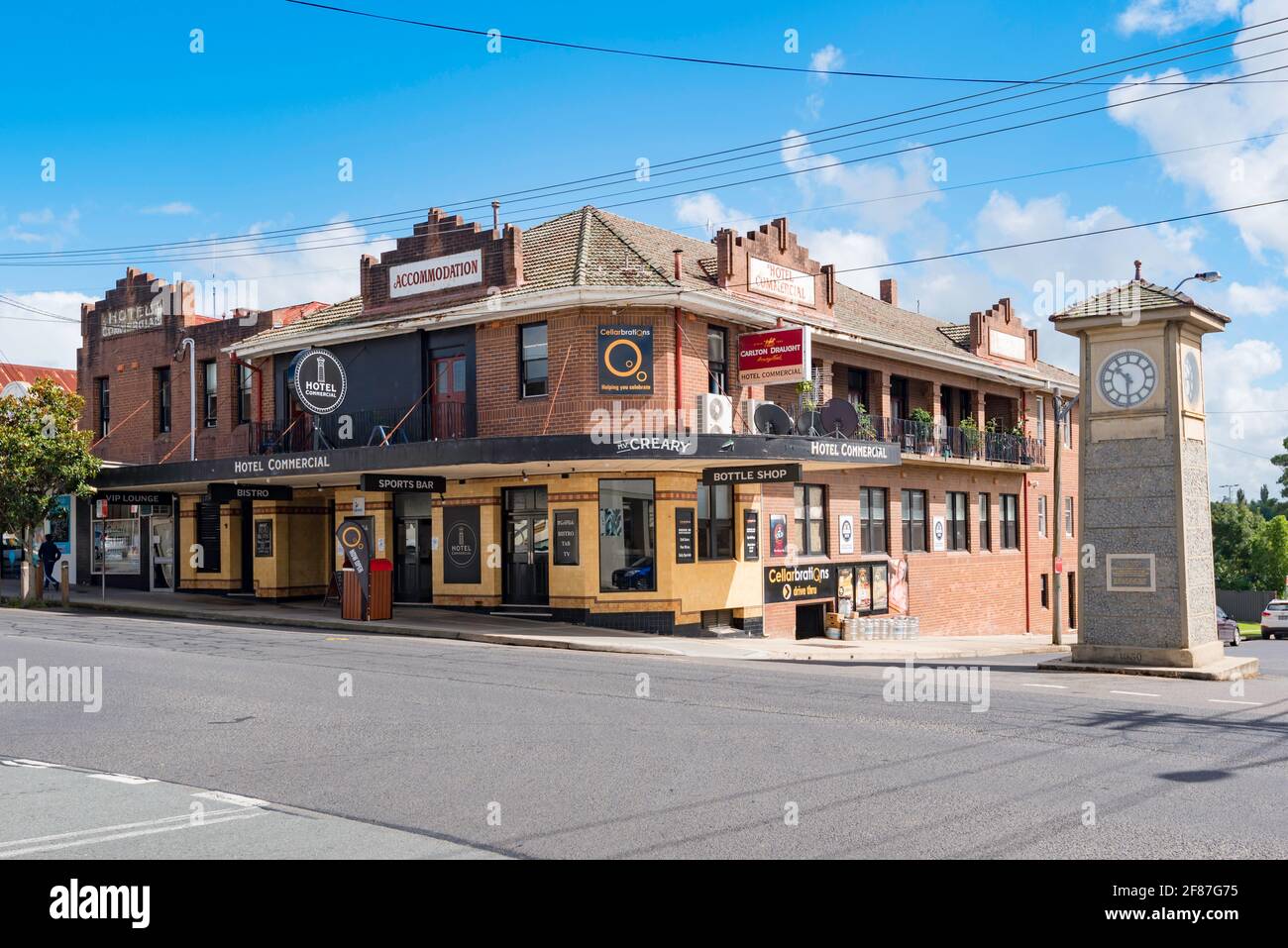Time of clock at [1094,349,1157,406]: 10:30
